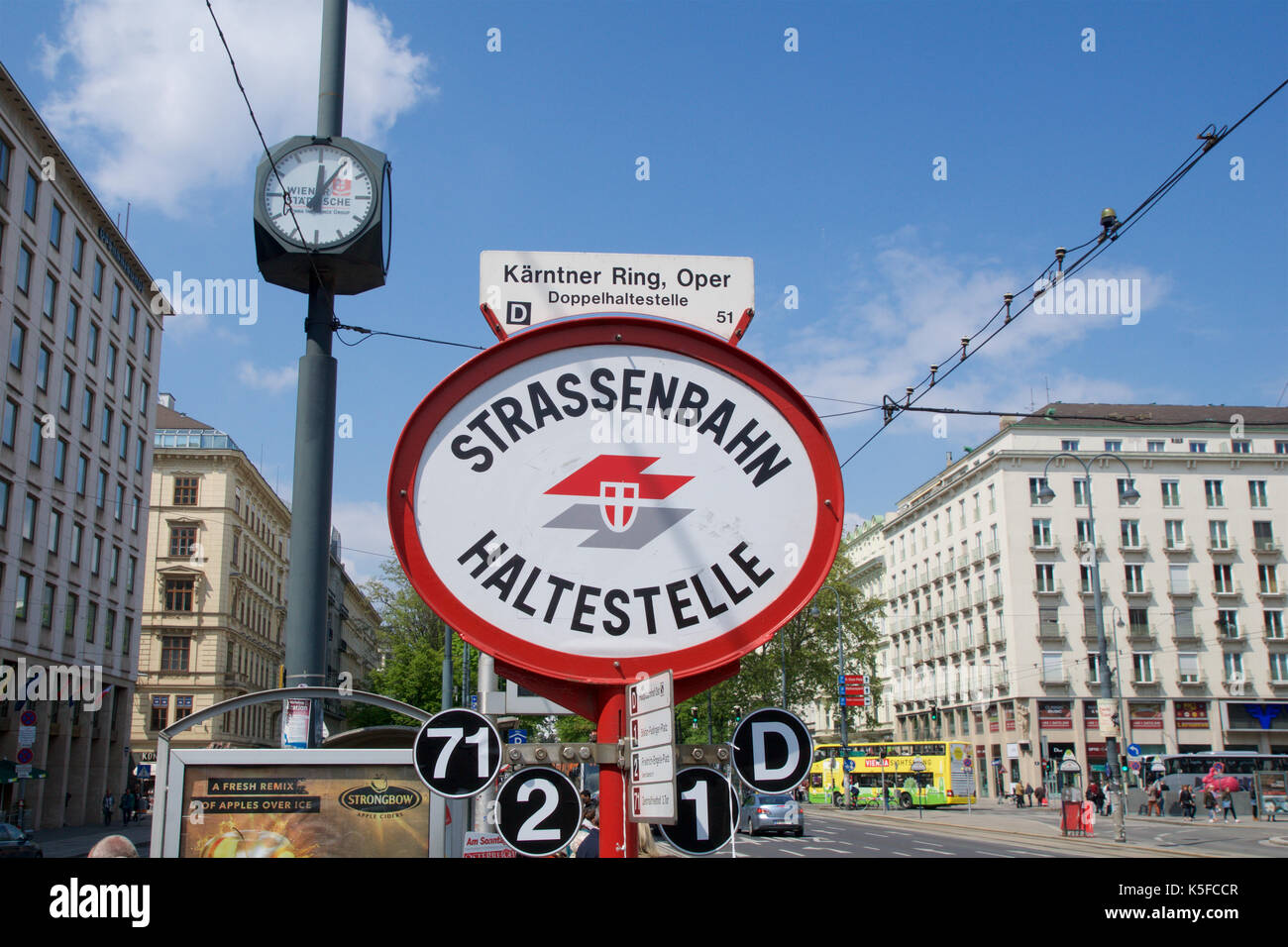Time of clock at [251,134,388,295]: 12:05
